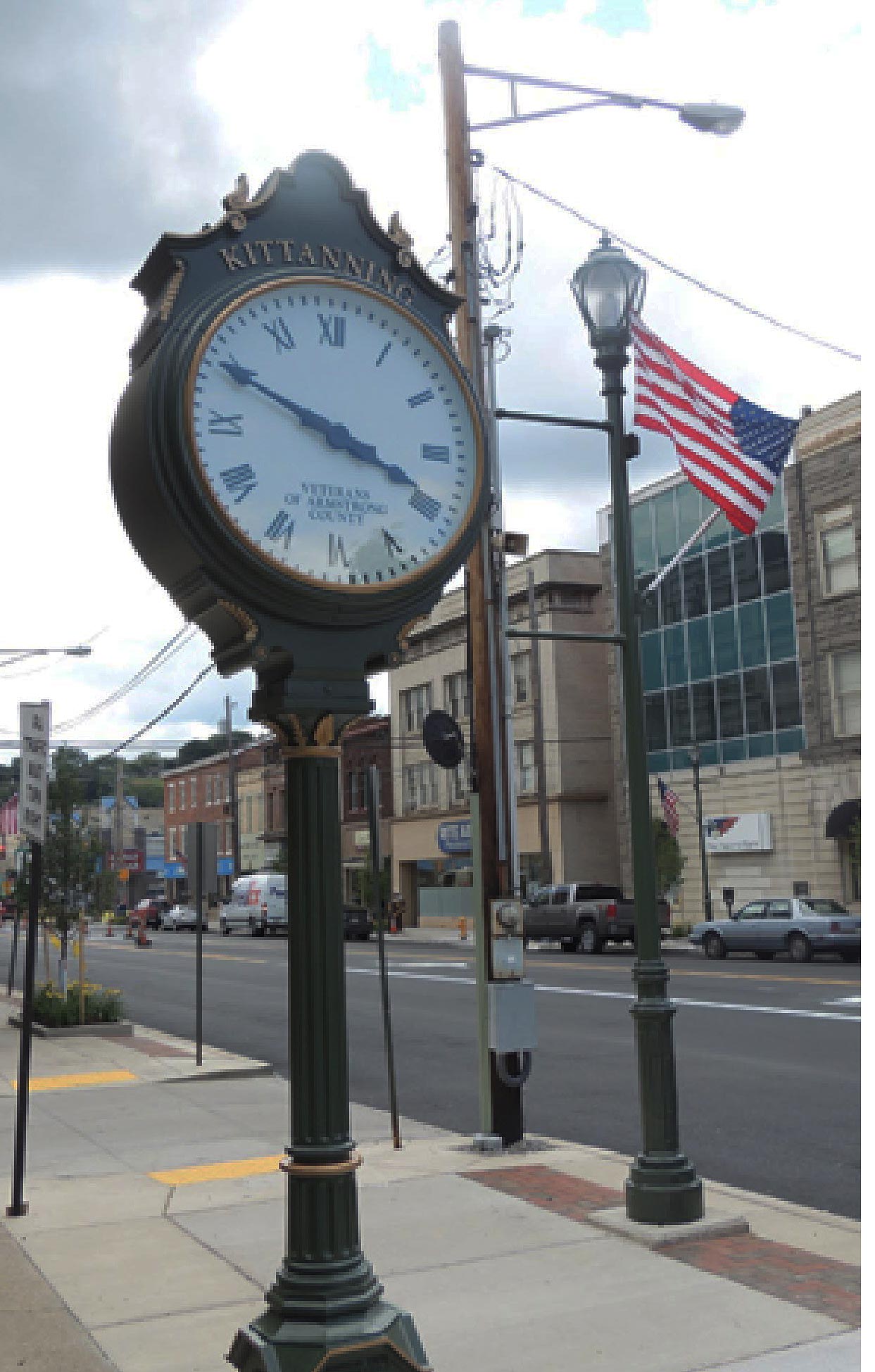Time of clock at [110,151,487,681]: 3:49
